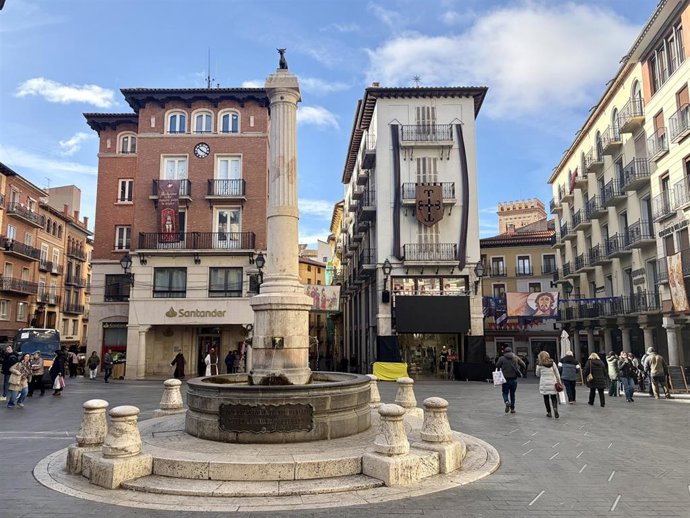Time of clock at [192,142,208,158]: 10:20
